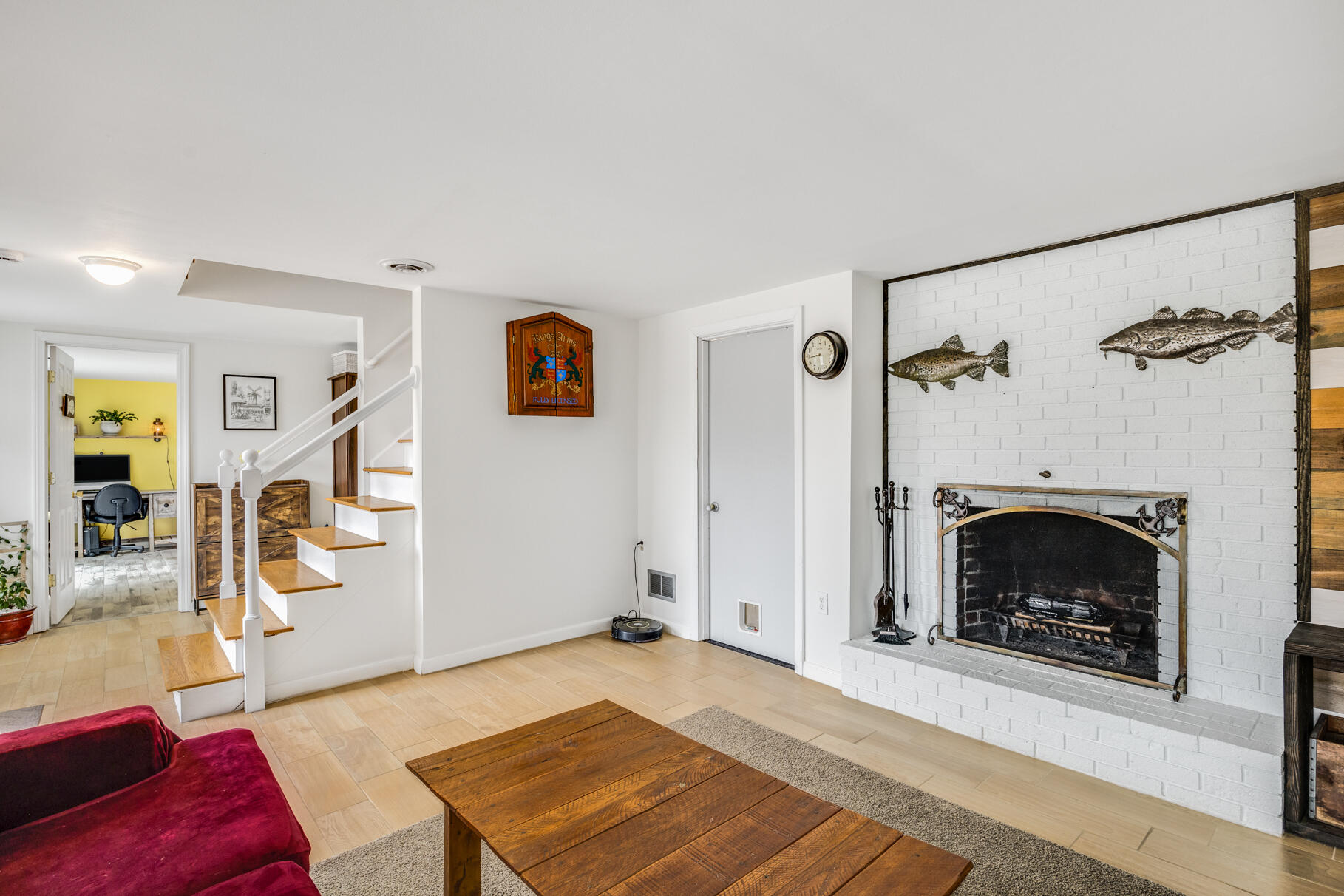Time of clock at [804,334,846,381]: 5:43
